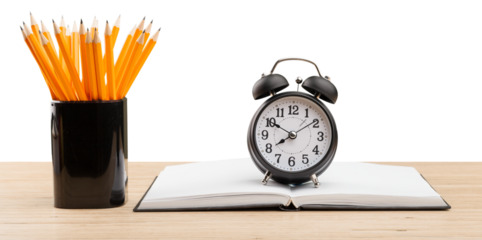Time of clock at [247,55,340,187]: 7:50
